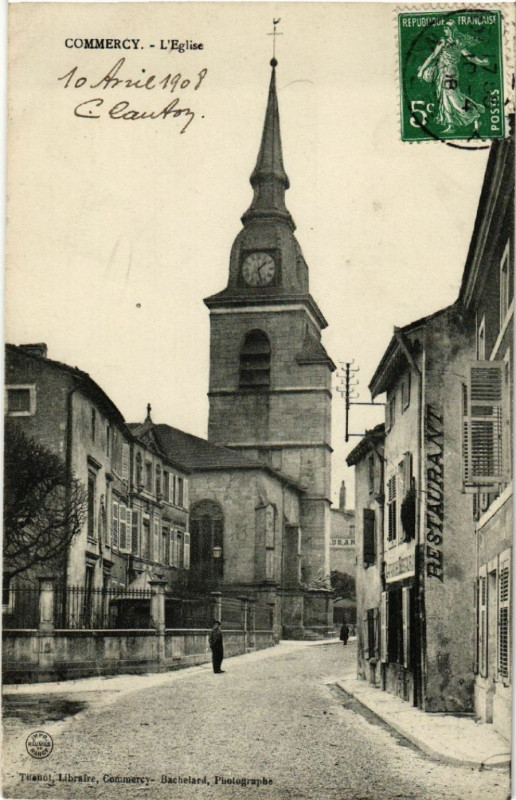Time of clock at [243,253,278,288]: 1:27
